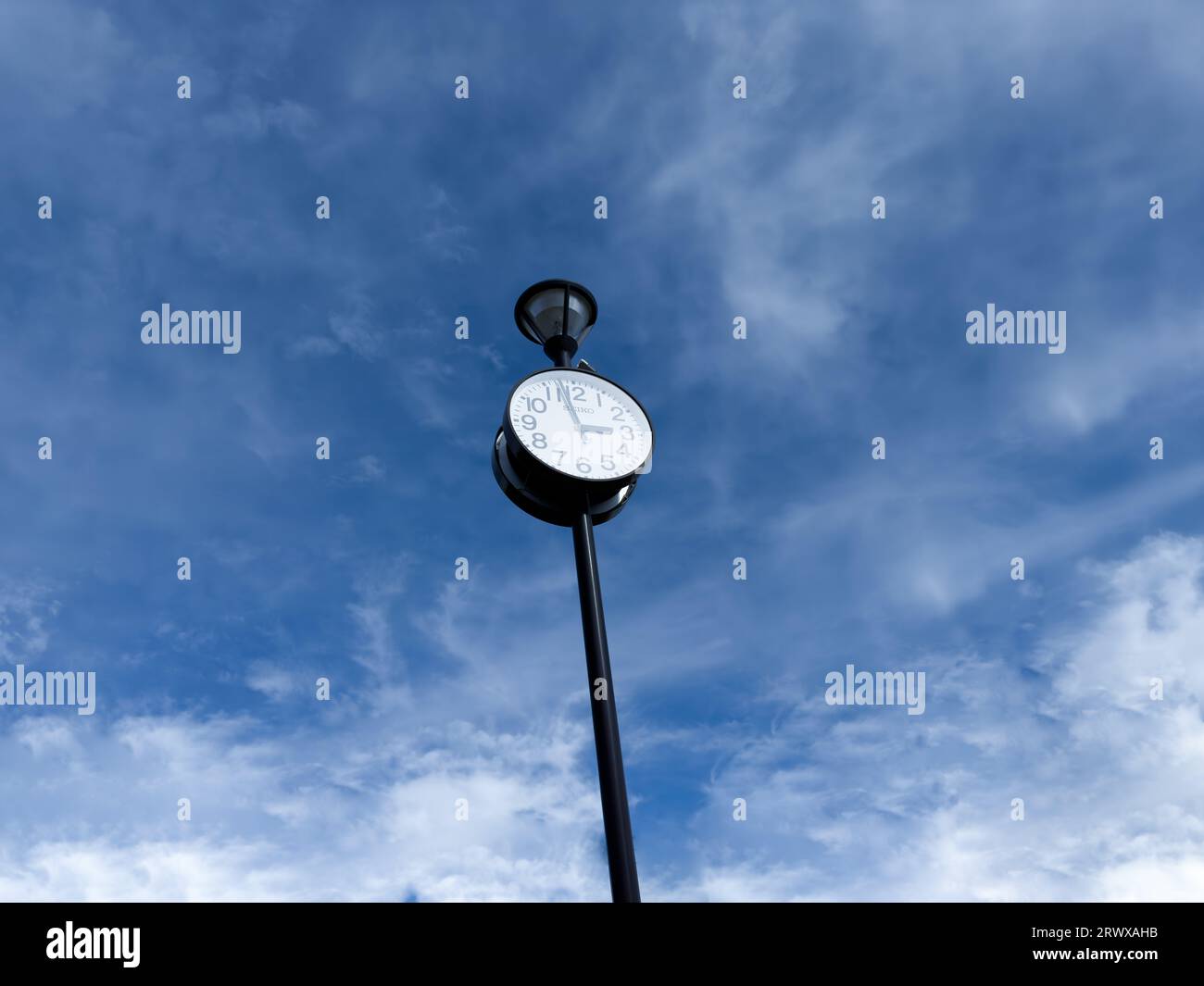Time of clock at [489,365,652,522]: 2:57
